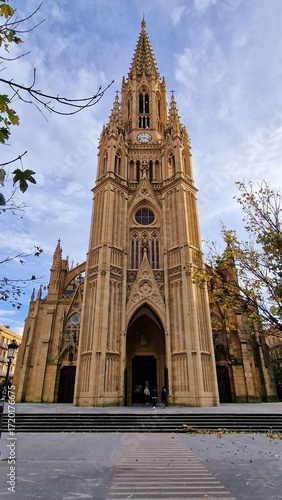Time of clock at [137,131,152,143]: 8:18
